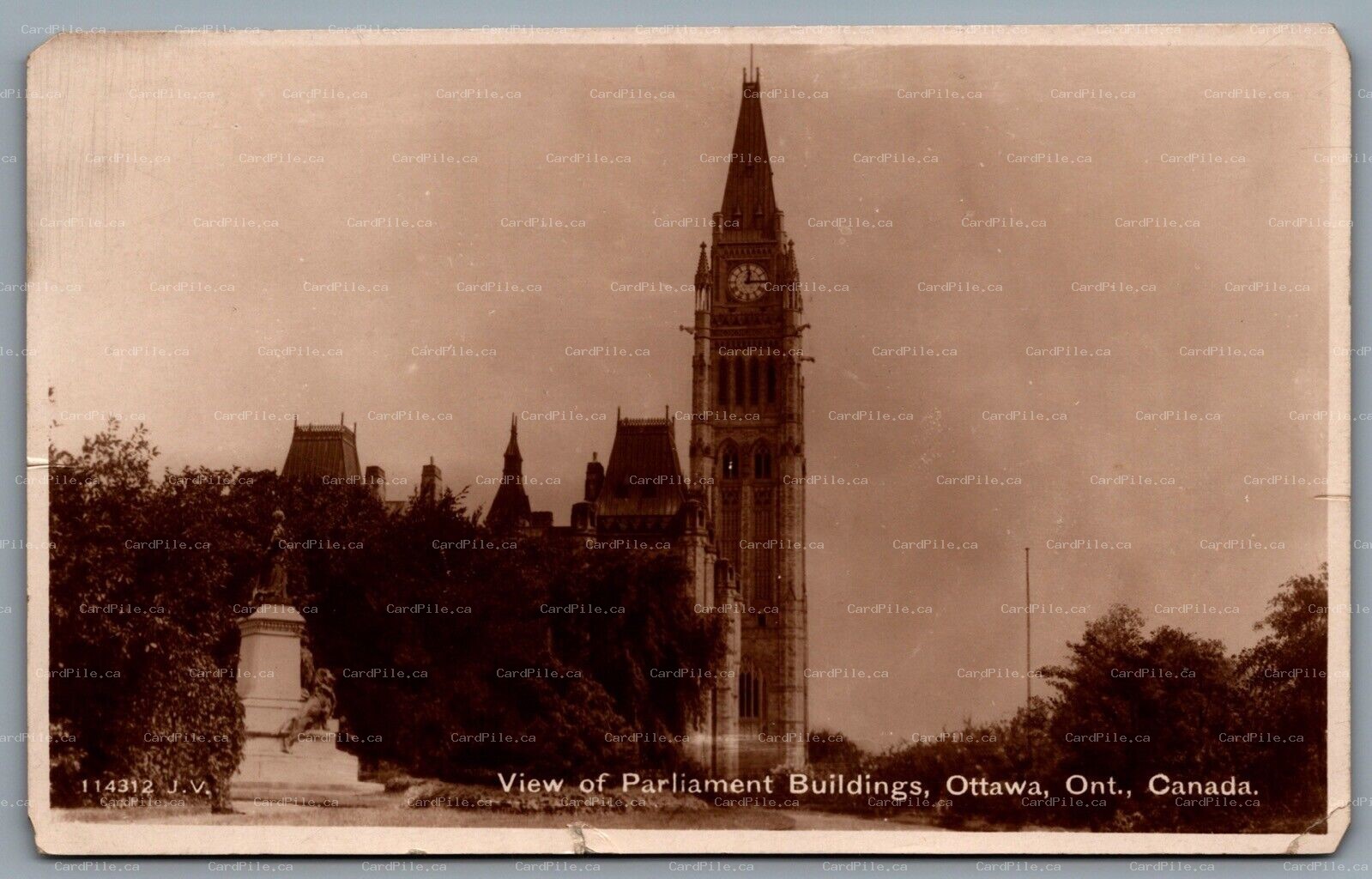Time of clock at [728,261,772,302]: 12:14
